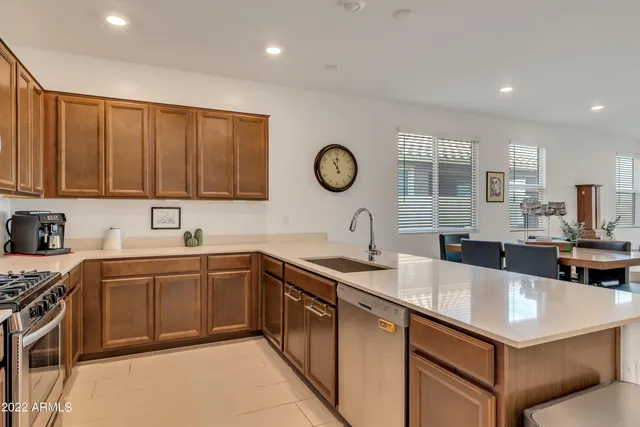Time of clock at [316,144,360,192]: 11:00
